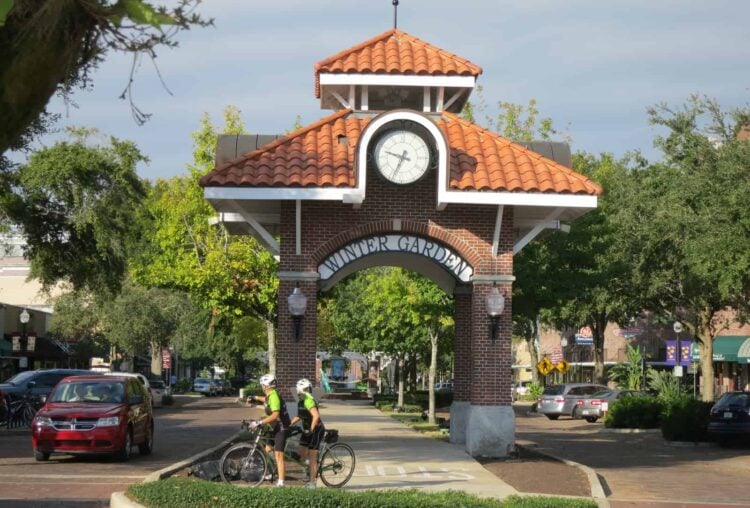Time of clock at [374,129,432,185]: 9:34
